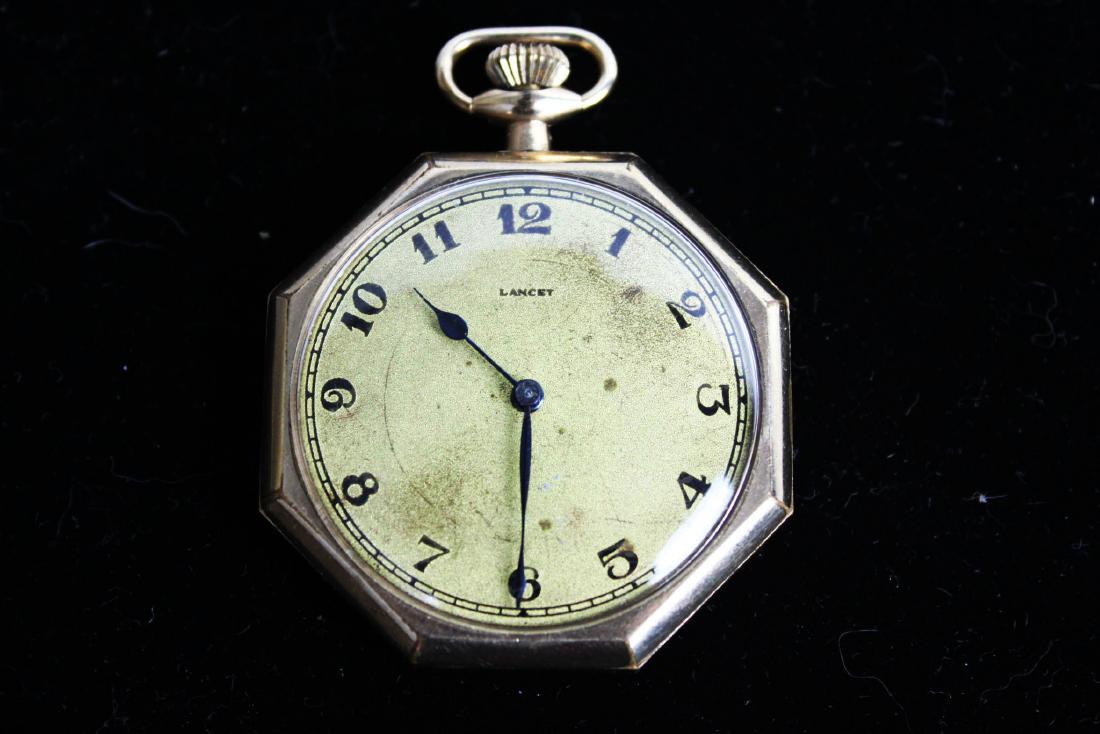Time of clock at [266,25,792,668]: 10:30
